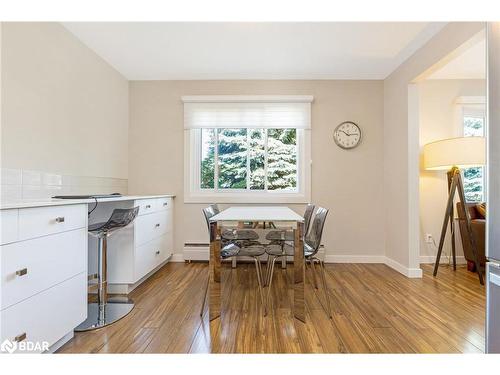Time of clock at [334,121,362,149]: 10:13
